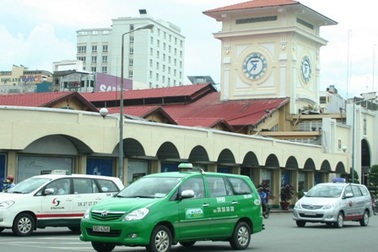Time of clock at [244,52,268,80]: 10:37
